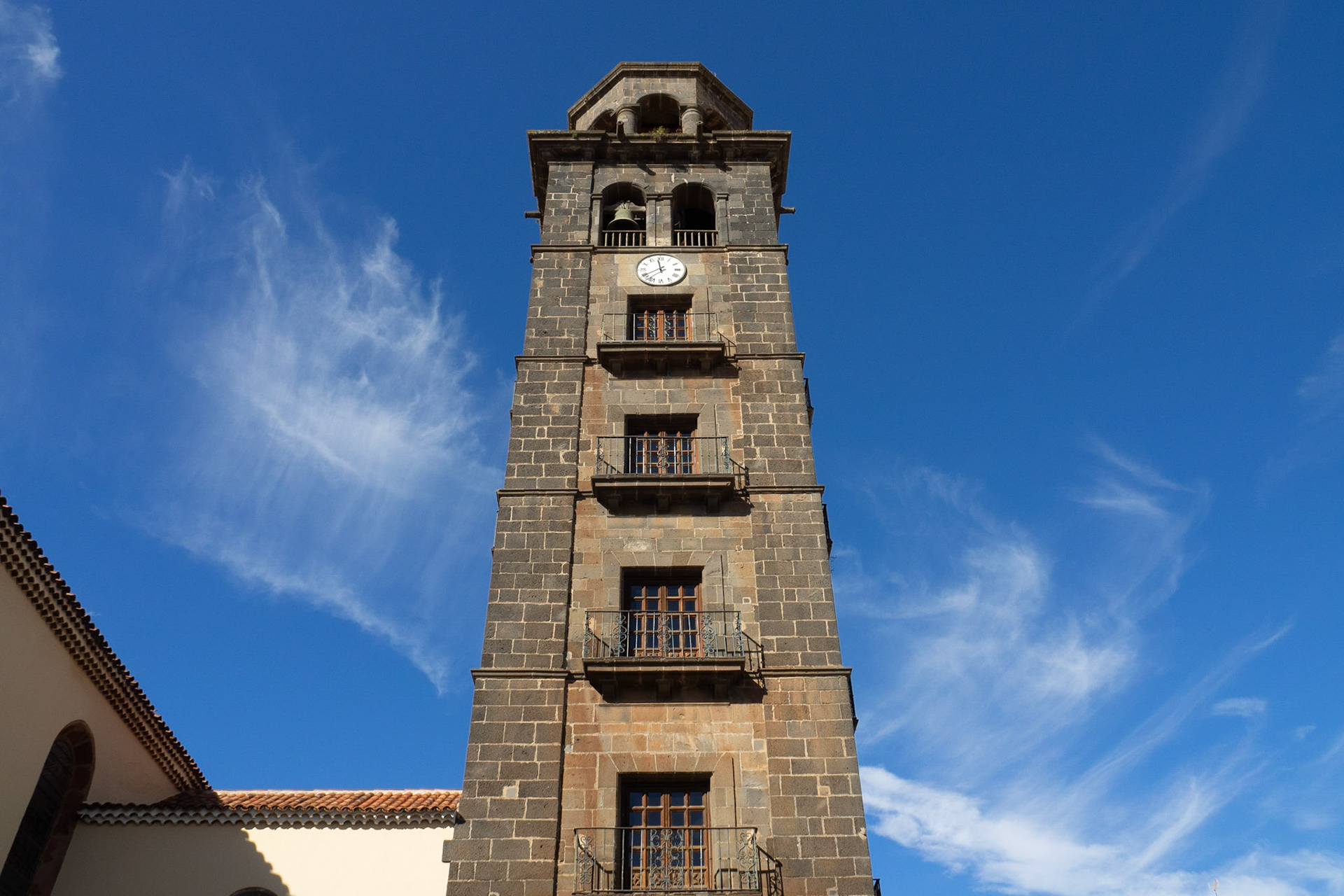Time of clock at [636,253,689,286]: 11:40
